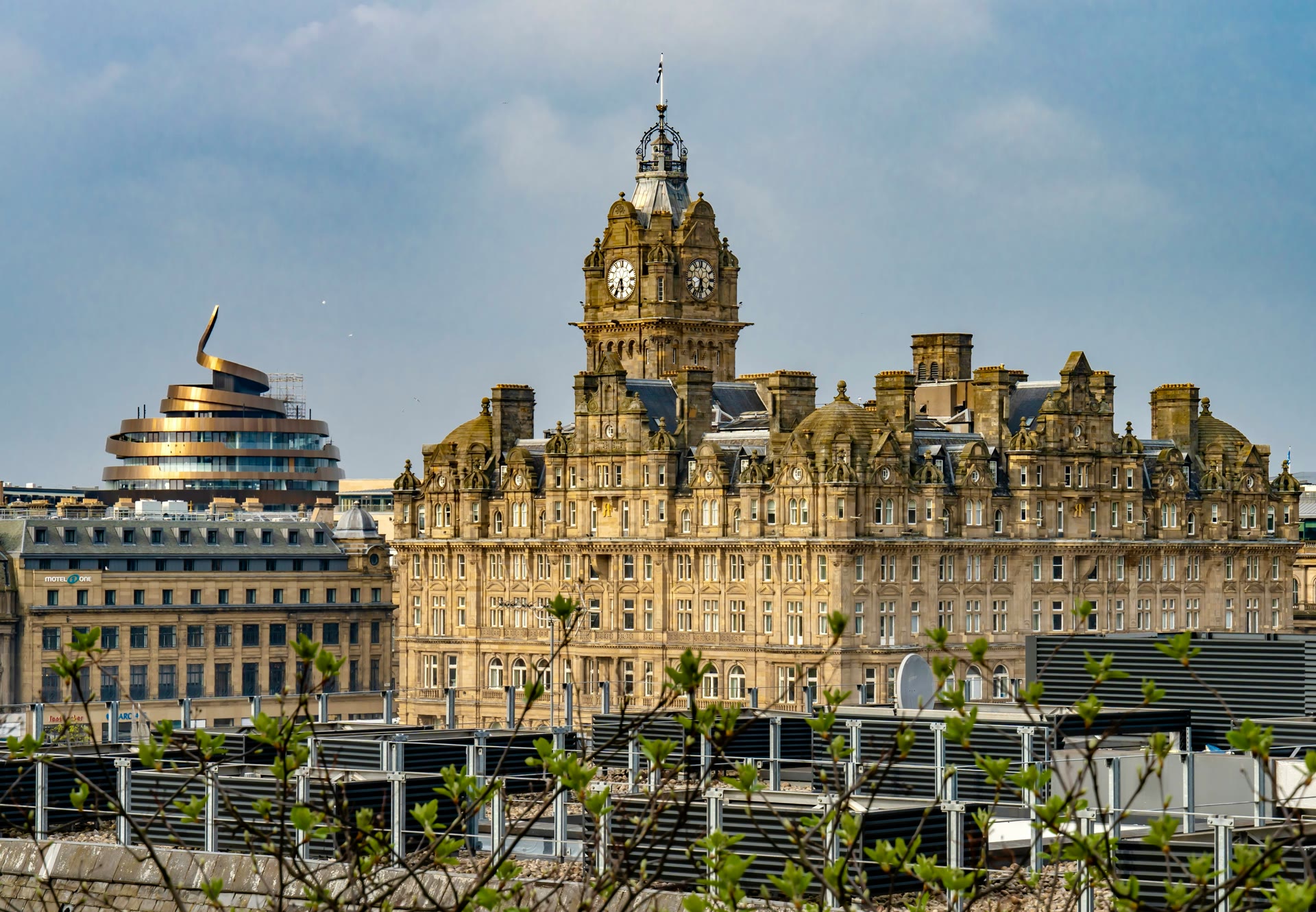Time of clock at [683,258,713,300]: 5:33
